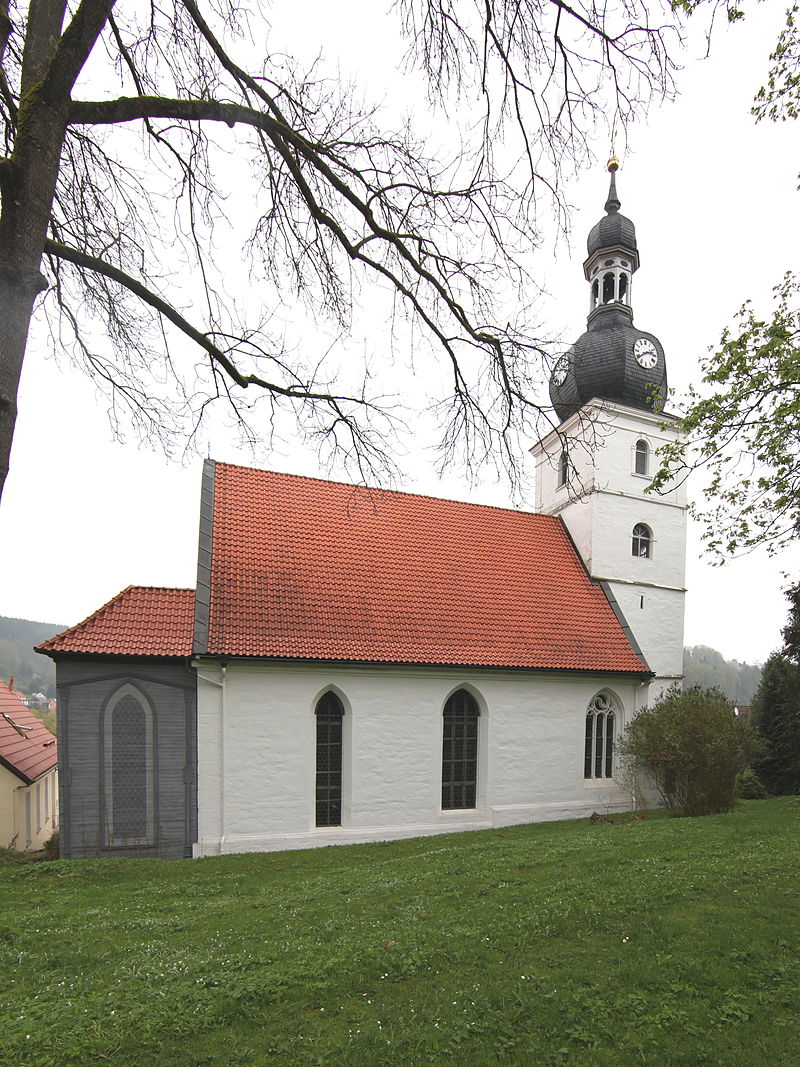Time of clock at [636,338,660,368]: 2:39
